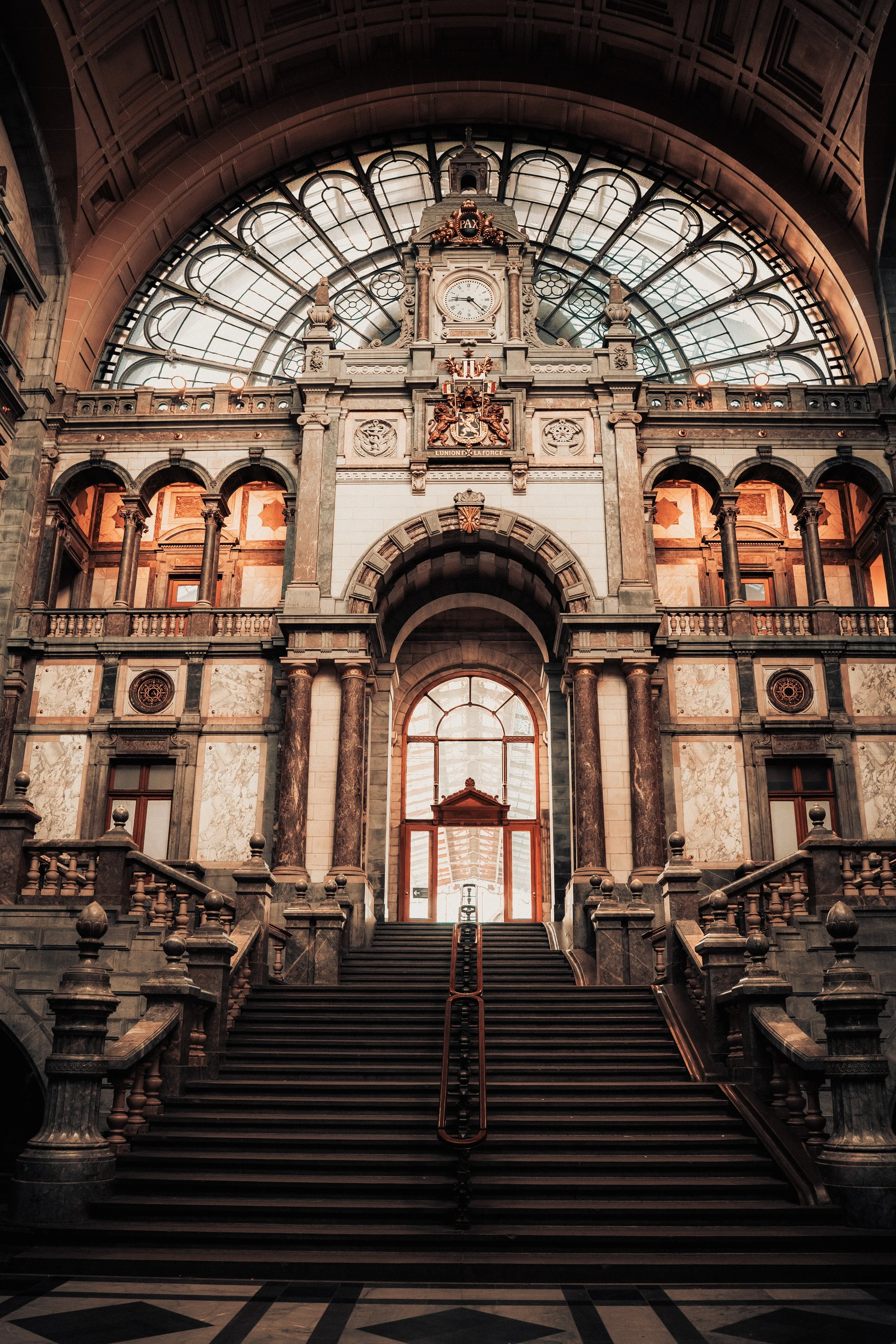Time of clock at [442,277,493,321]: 9:22
